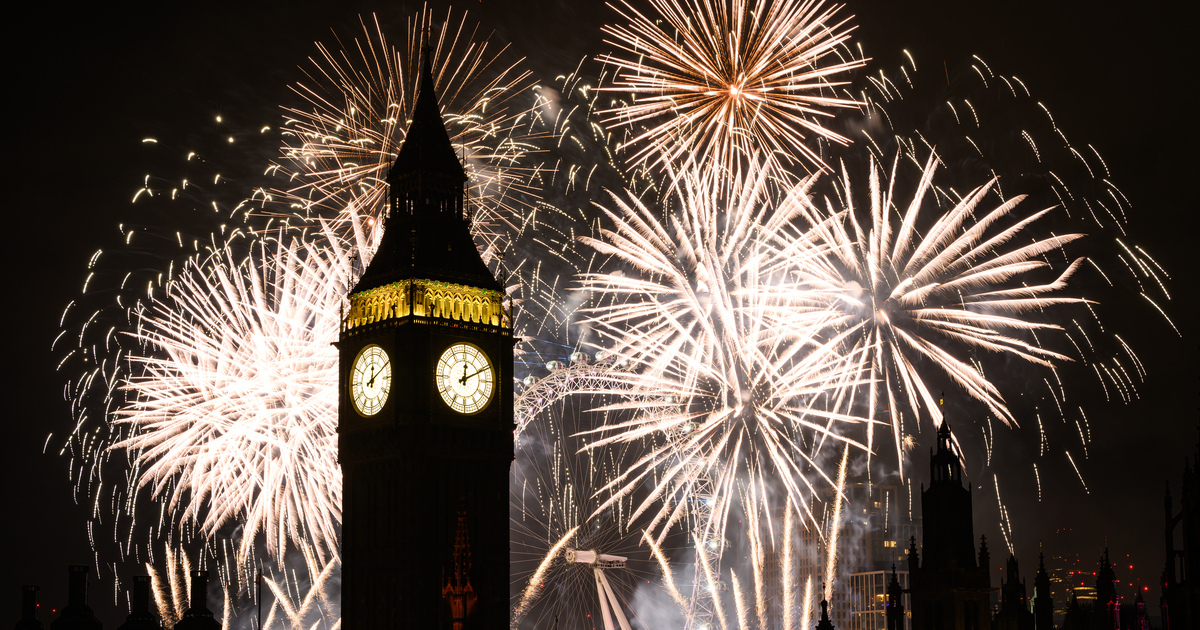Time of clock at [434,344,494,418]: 12:10
